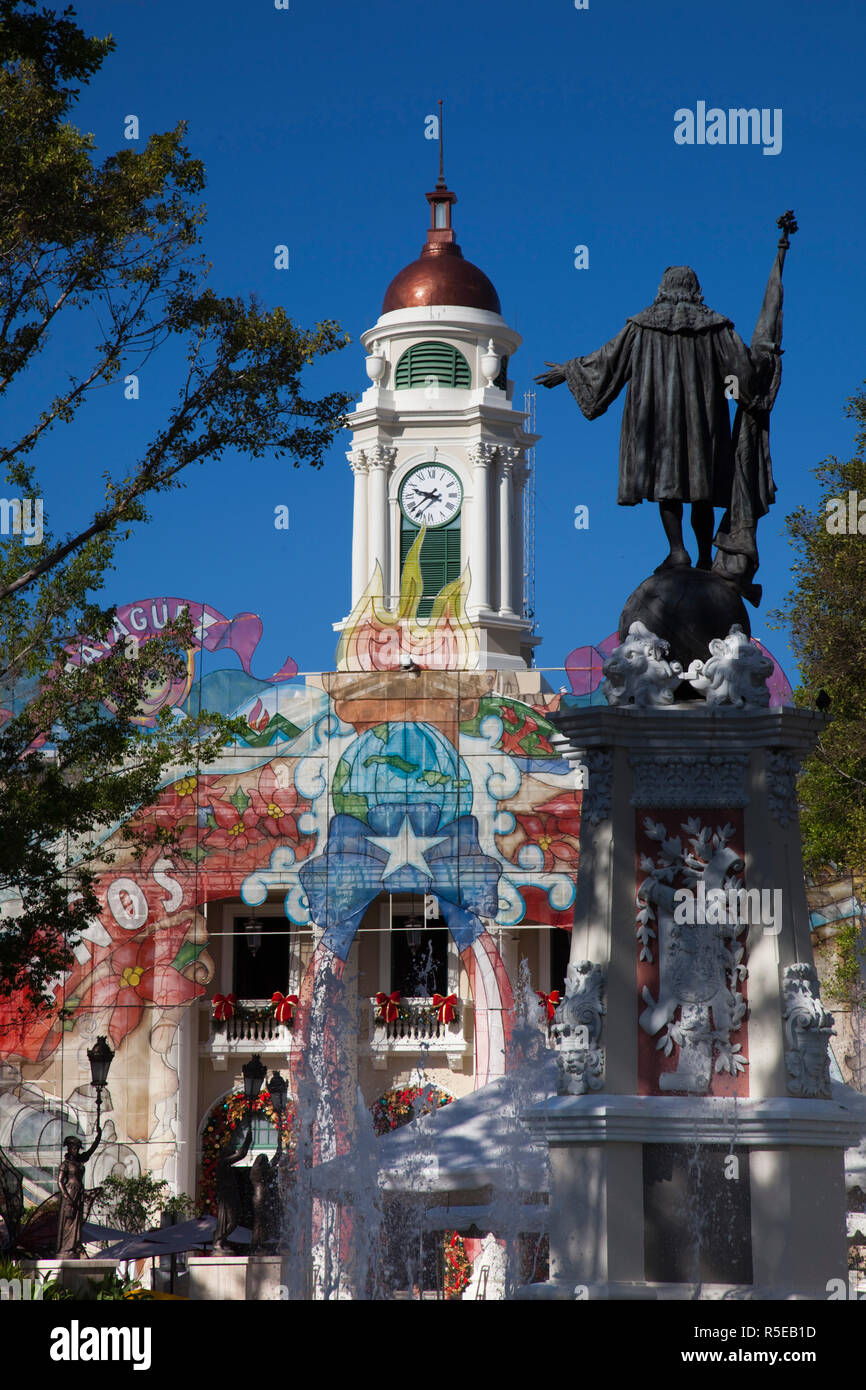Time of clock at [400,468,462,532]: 9:38
